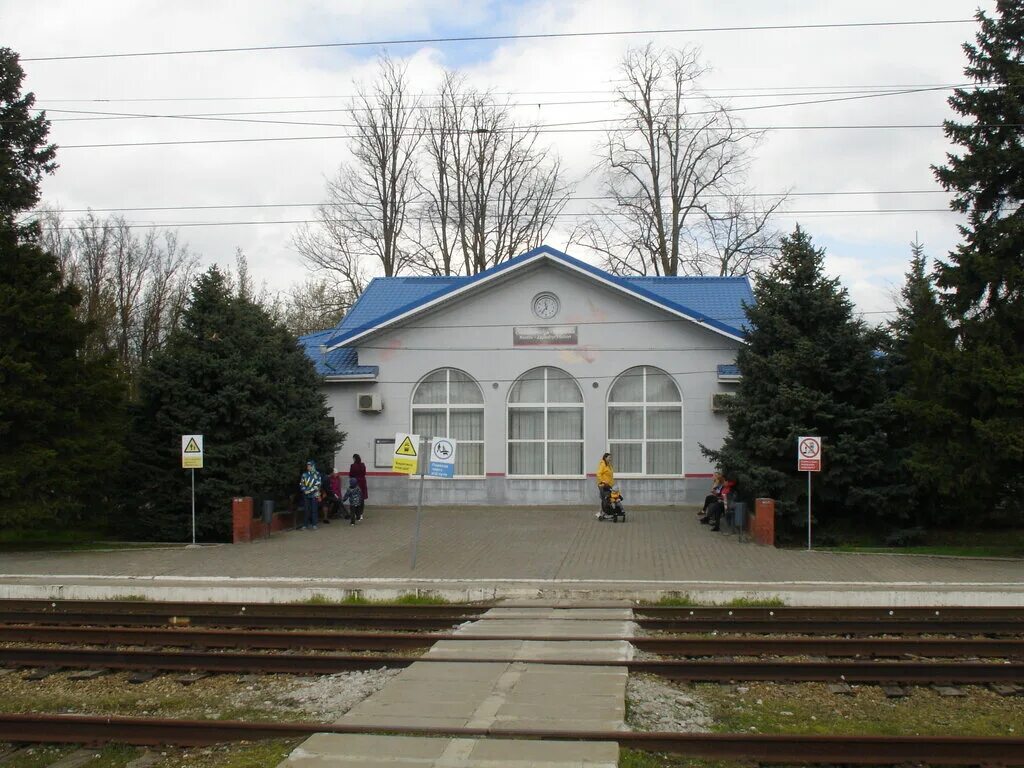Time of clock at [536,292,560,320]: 11:36
